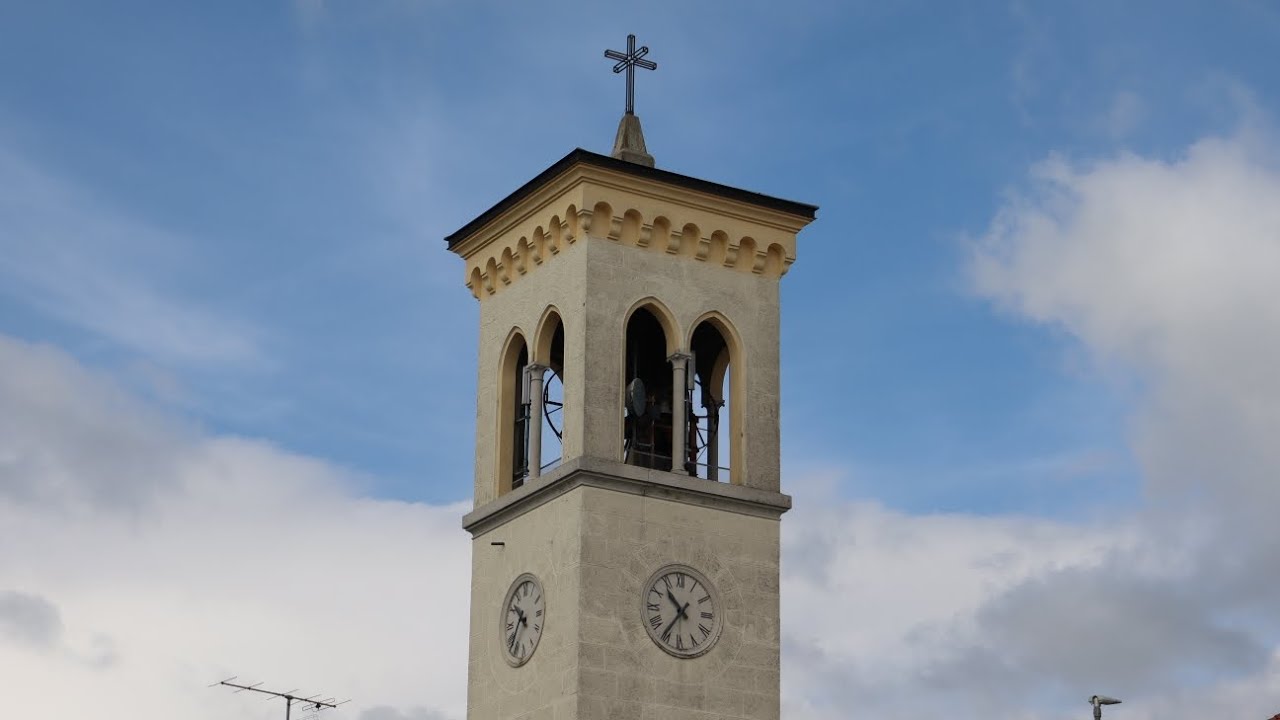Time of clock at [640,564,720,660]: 10:35
